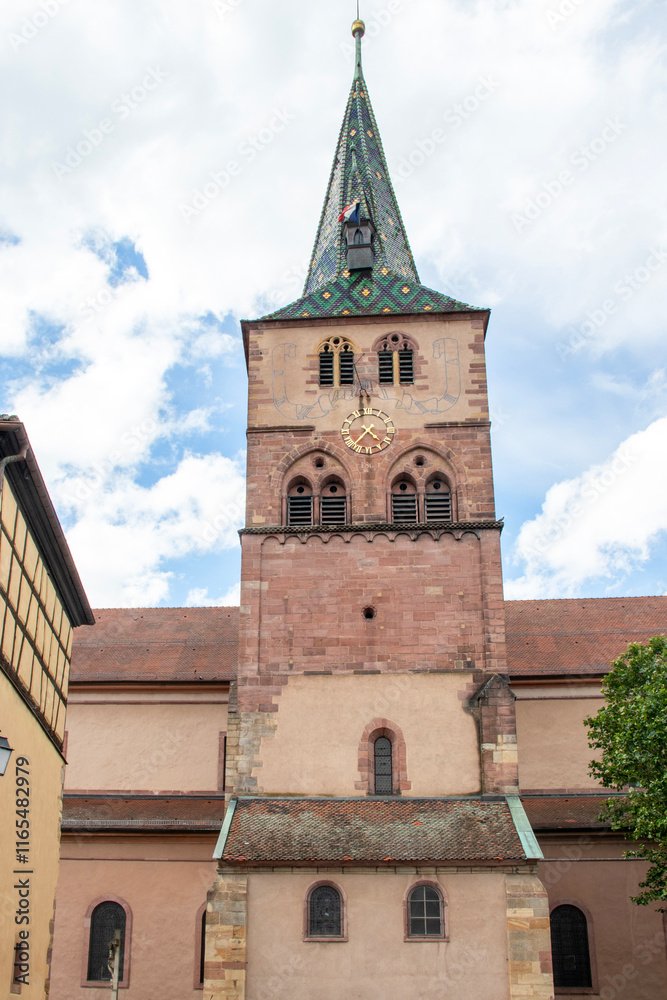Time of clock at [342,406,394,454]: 4:36
